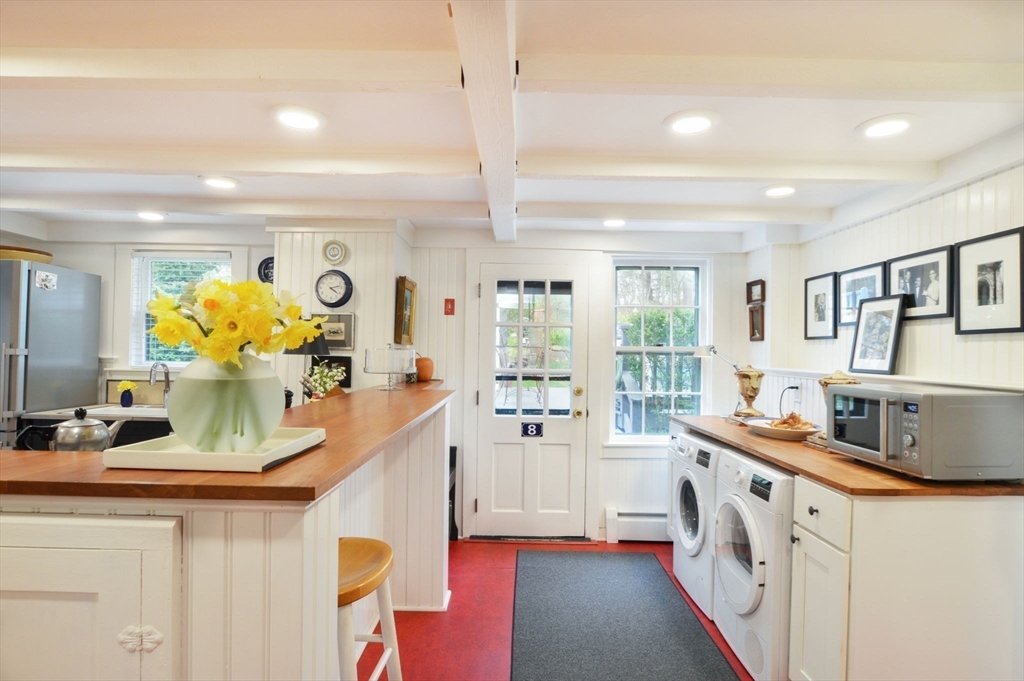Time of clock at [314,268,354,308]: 4:12
